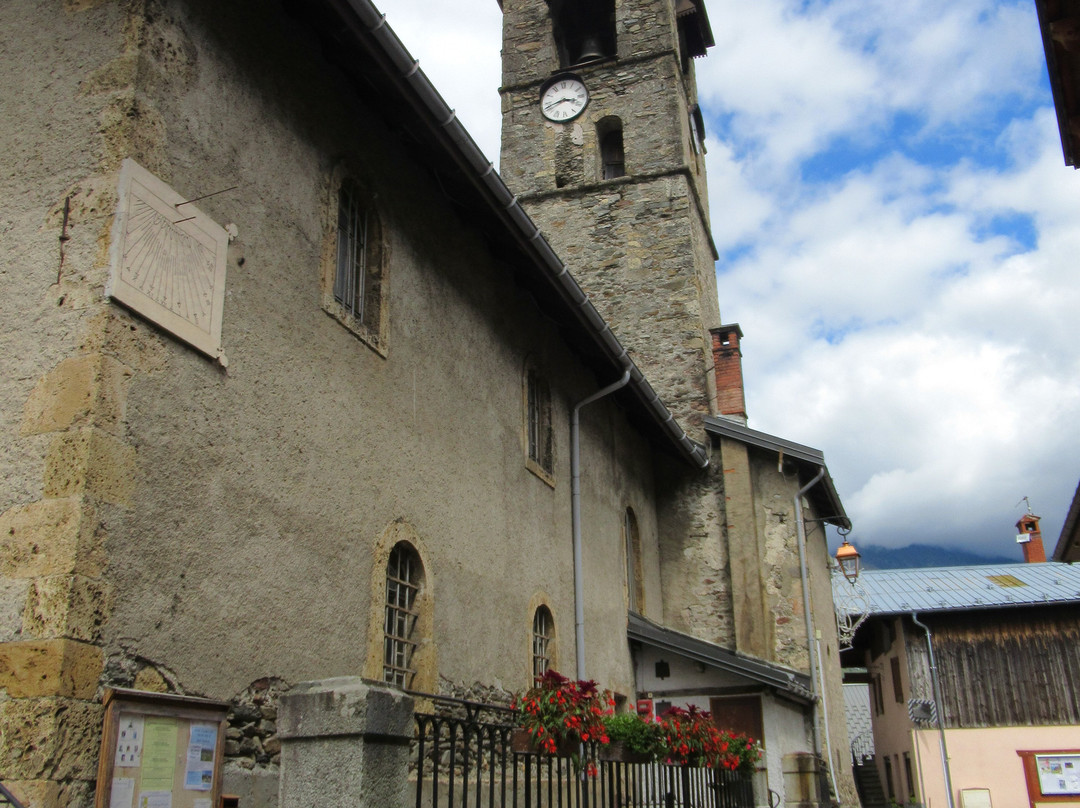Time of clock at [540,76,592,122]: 3:42
